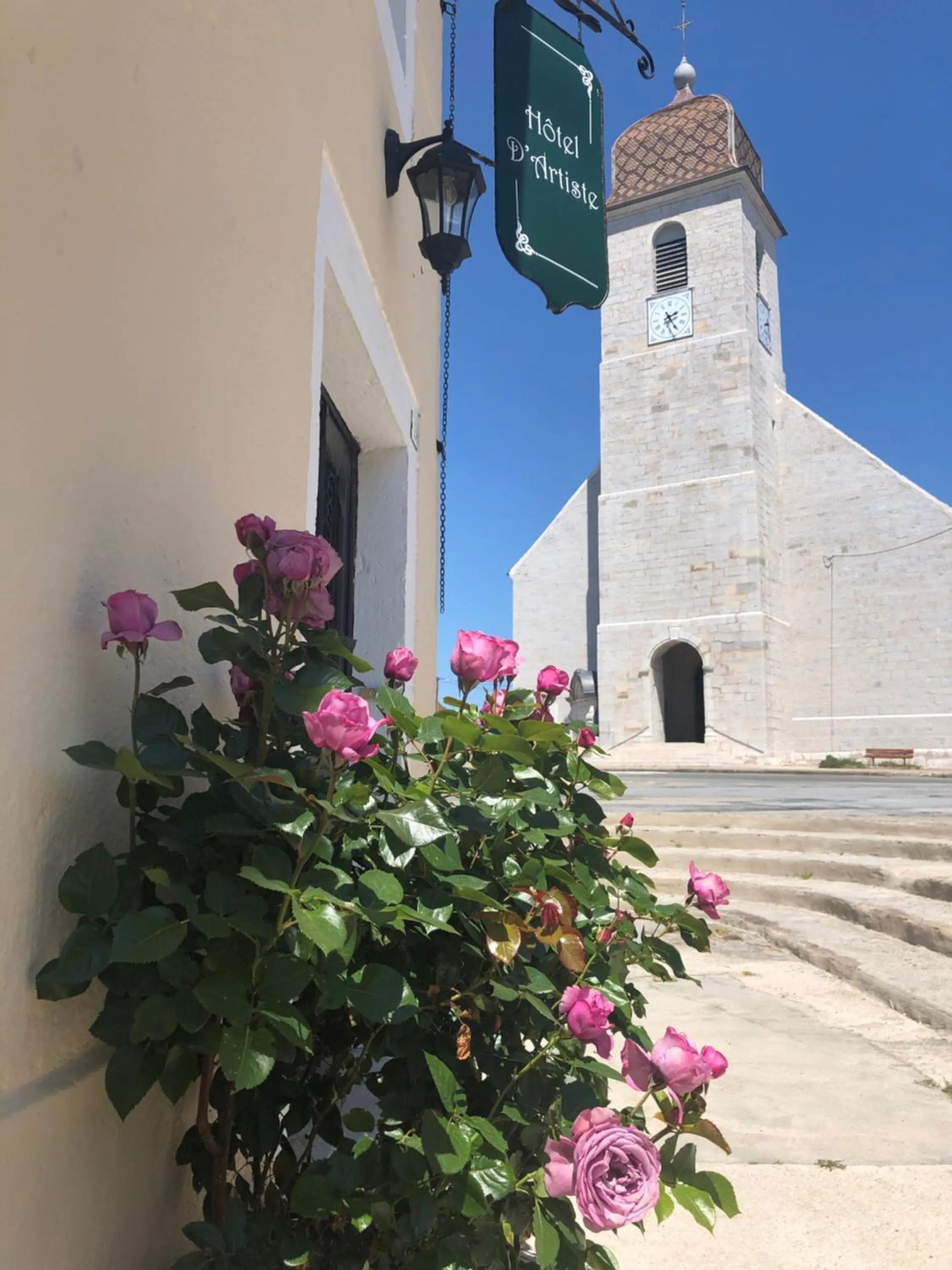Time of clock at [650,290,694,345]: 2:25
